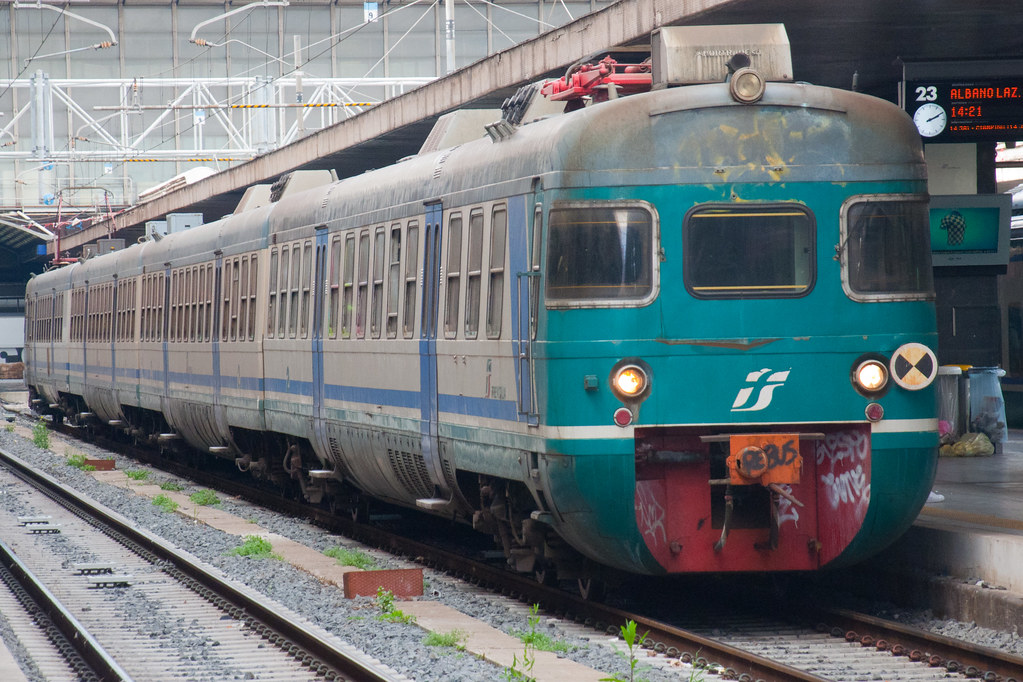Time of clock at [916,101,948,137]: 2:10
